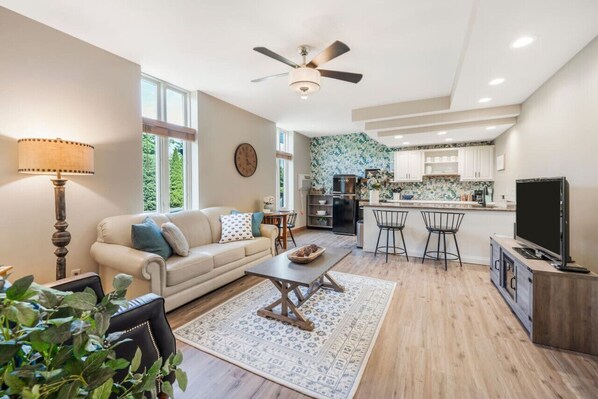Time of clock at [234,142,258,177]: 3:58
